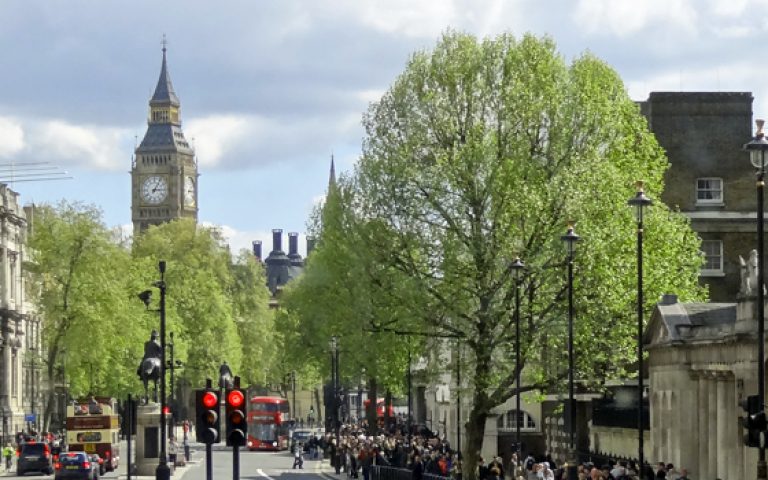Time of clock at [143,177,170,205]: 3:05
